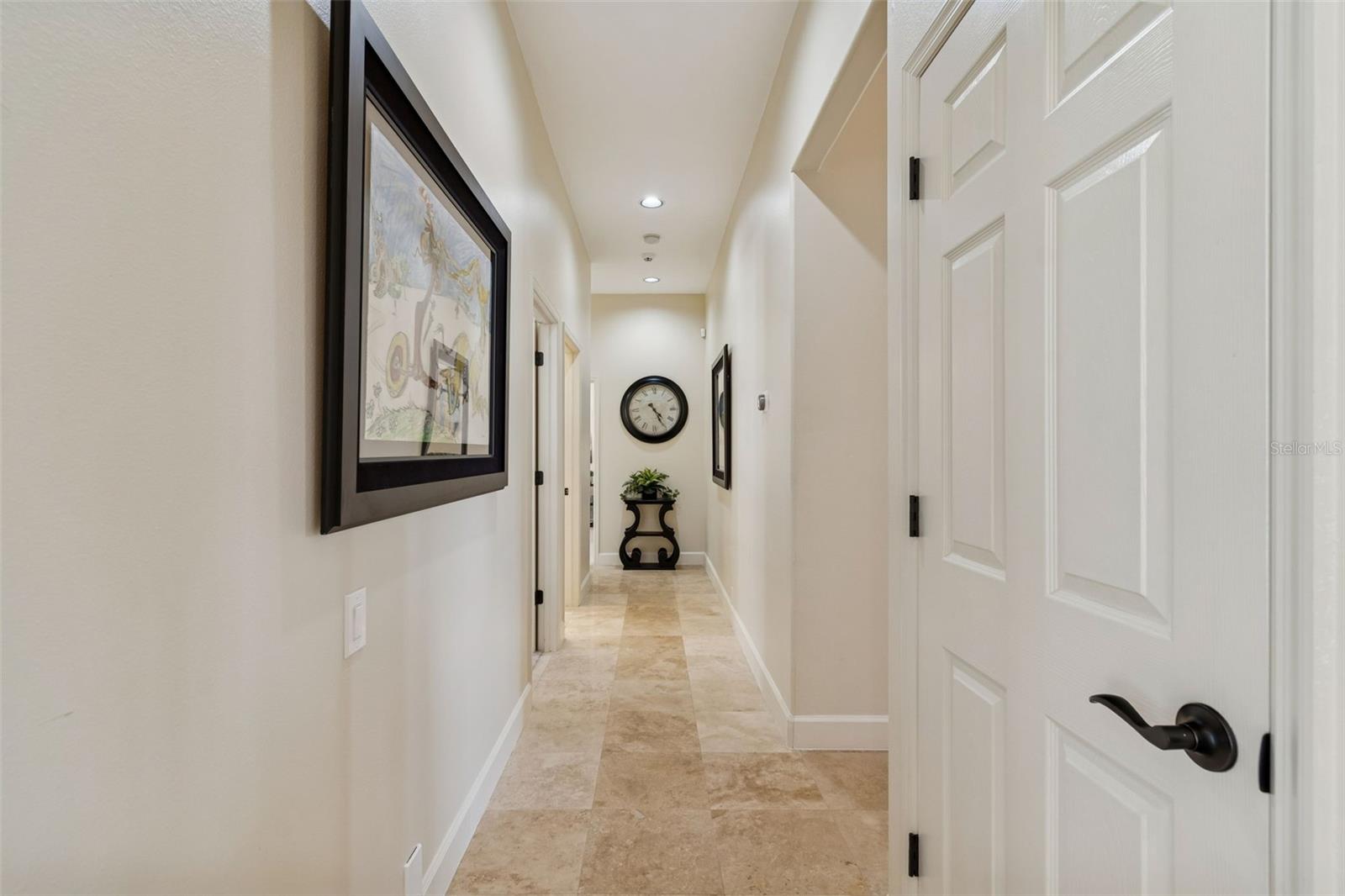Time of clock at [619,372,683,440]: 4:24
